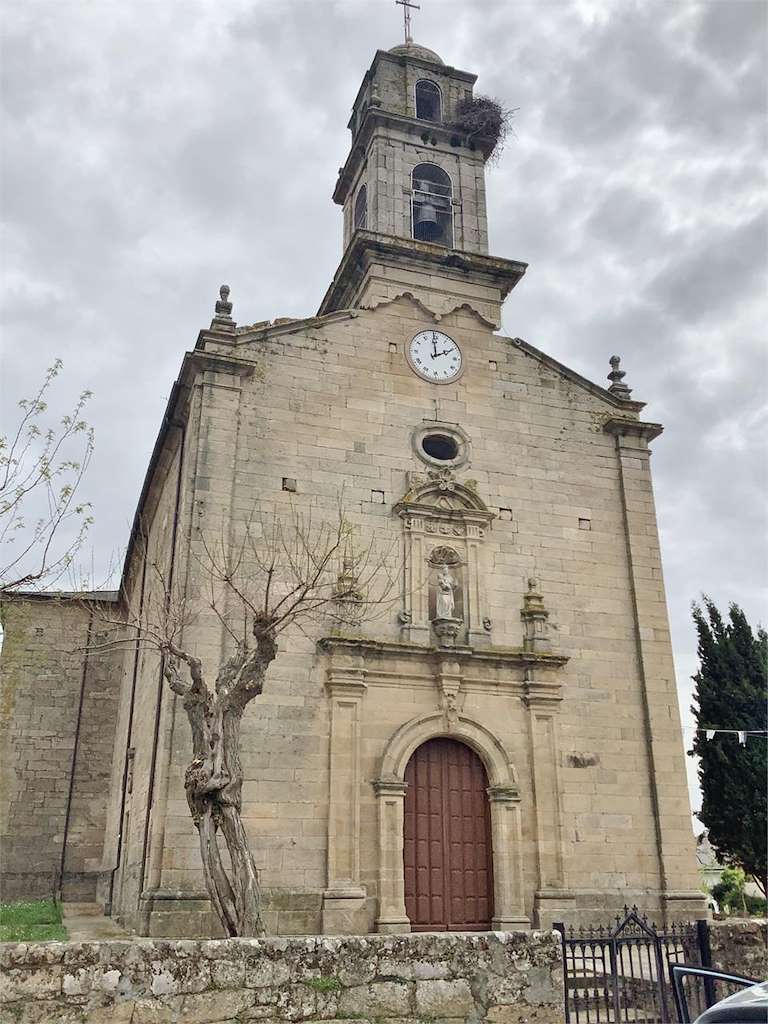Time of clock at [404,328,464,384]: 1:59
